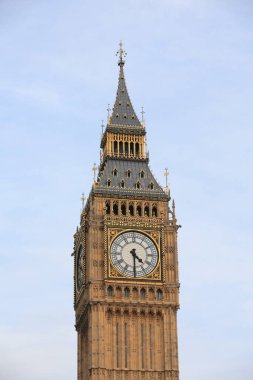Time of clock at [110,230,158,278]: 4:29
